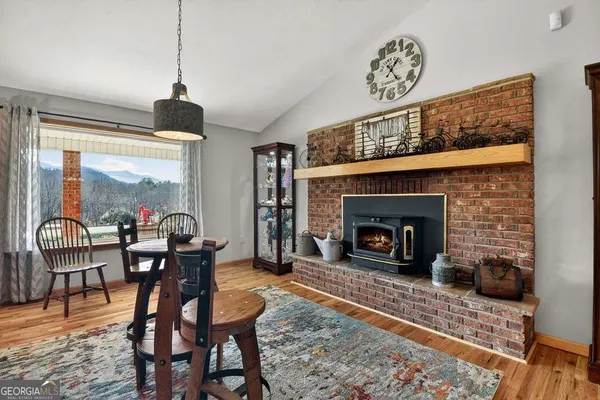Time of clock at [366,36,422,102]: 1:24
